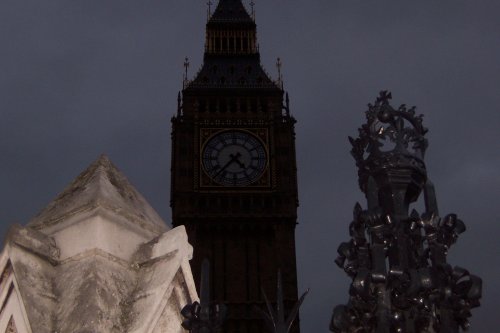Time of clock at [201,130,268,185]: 4:37
